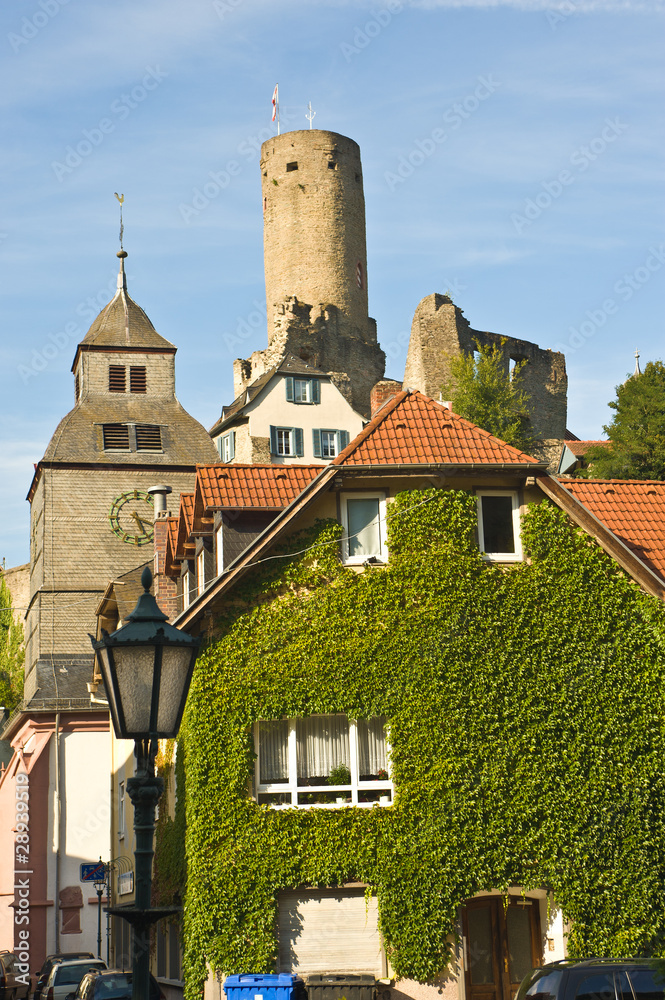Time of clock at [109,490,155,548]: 5:18
